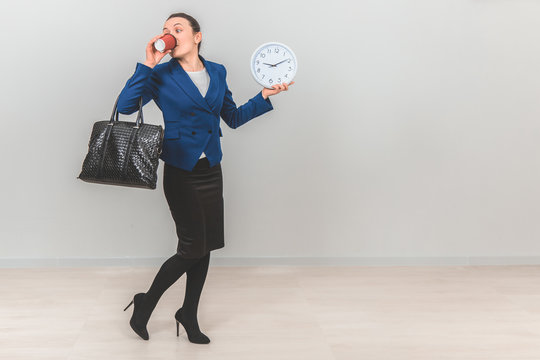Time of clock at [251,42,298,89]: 9:09
